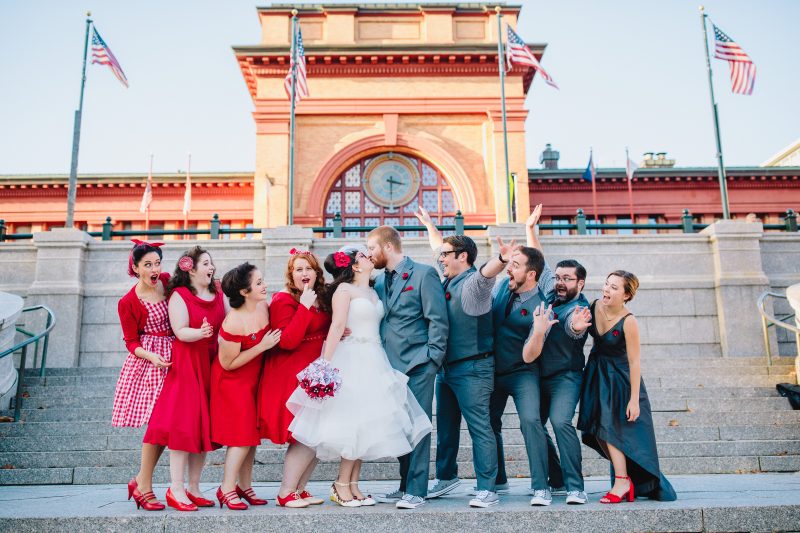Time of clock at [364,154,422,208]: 3:30
